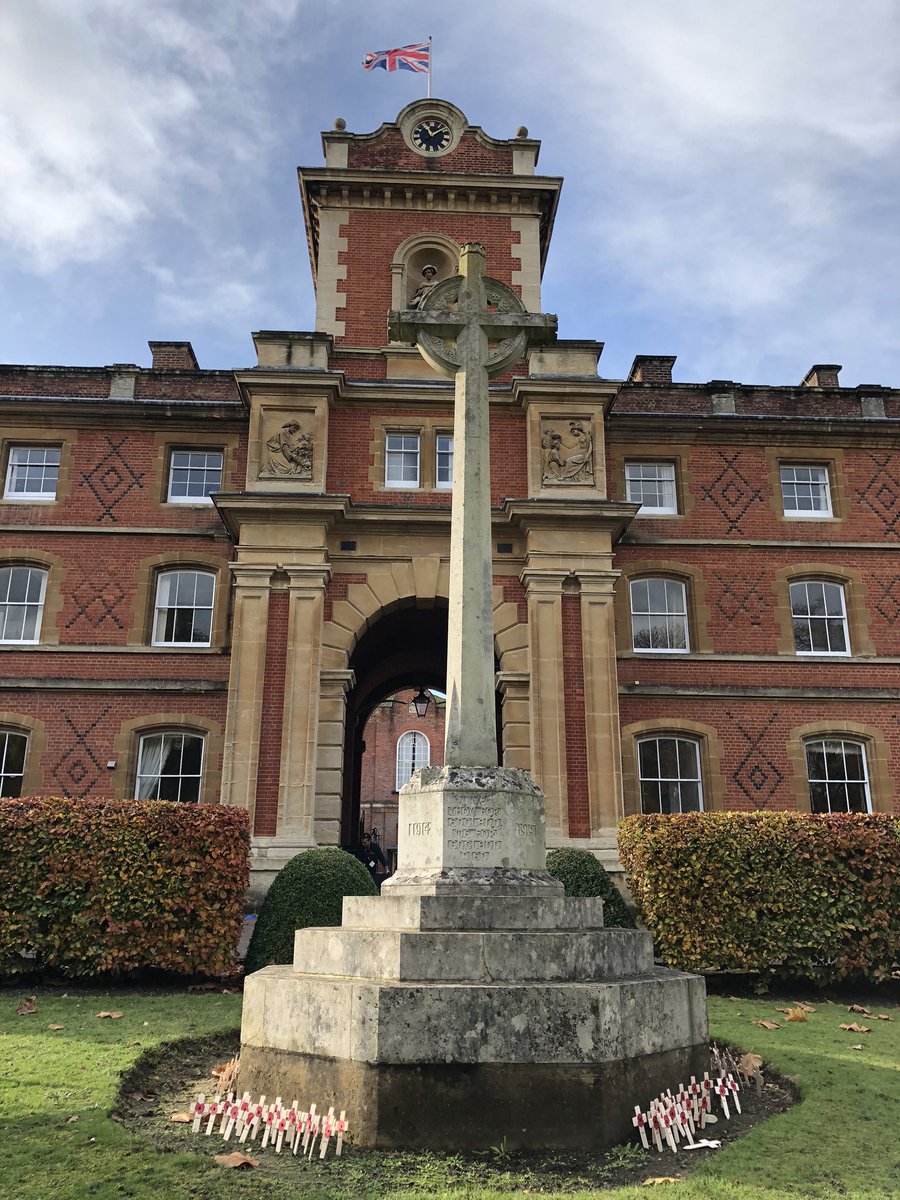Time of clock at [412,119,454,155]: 11:08
